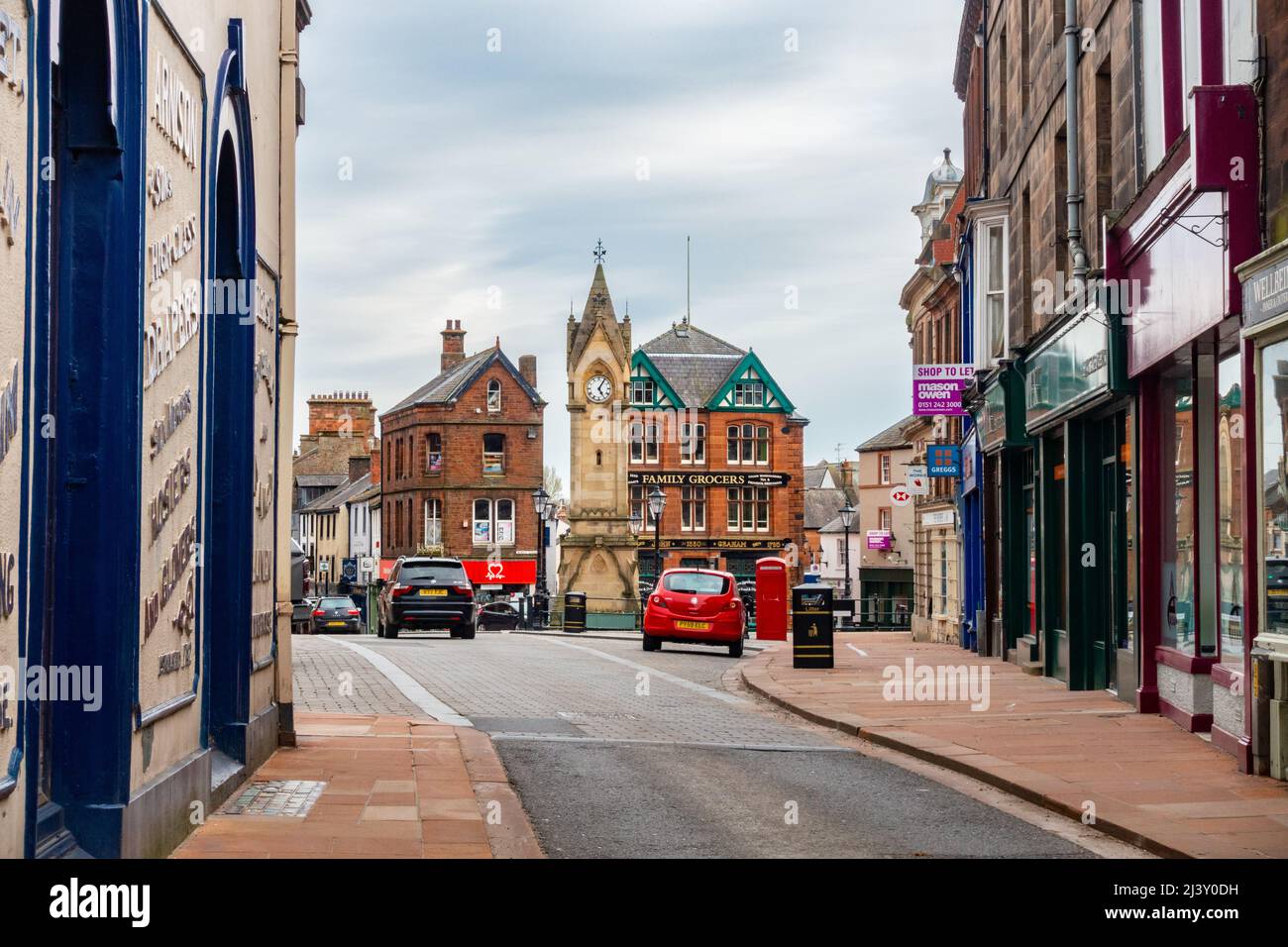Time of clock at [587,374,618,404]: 5:05
